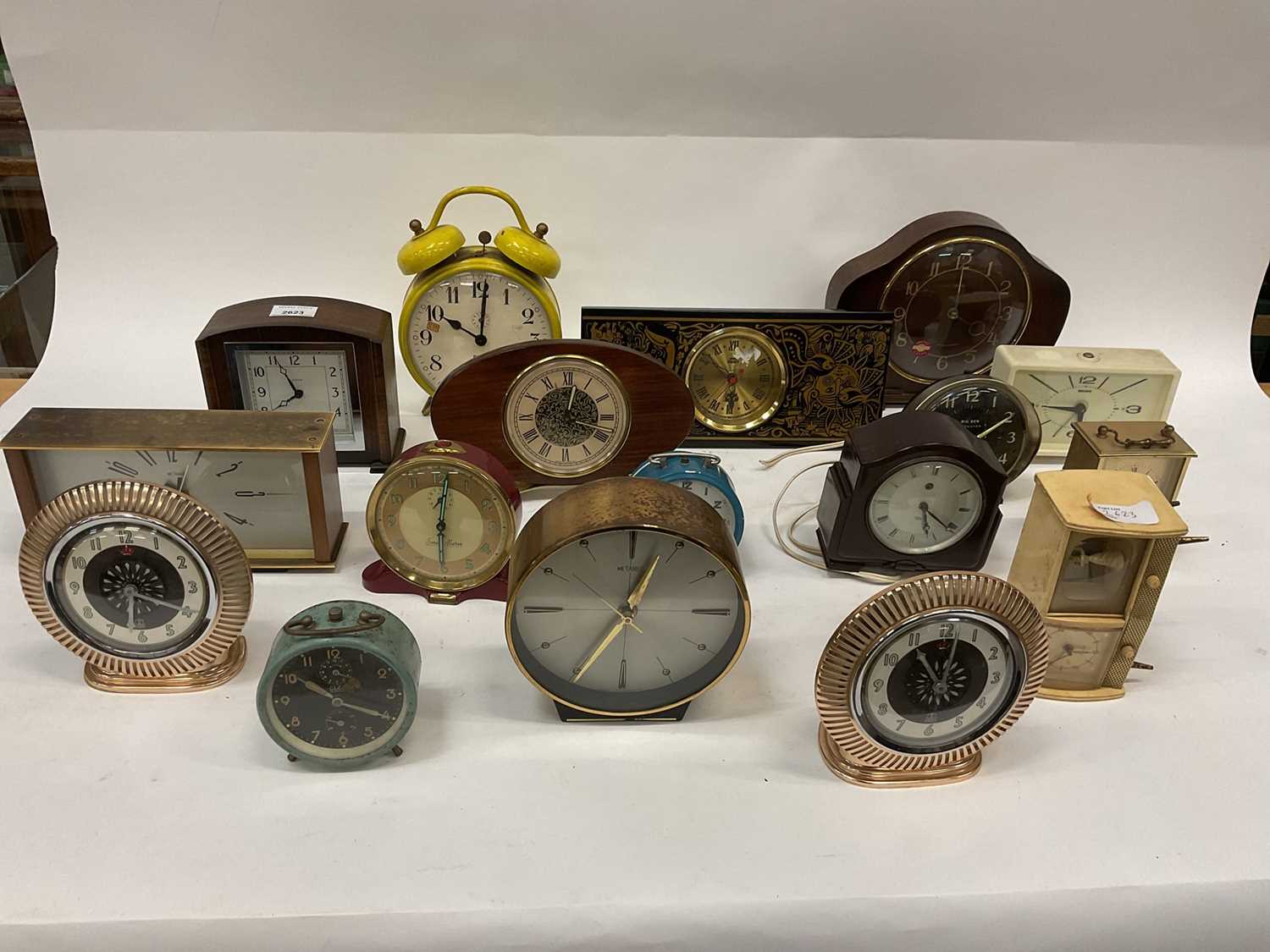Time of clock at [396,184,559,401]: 10:01
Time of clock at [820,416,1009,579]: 5:20
